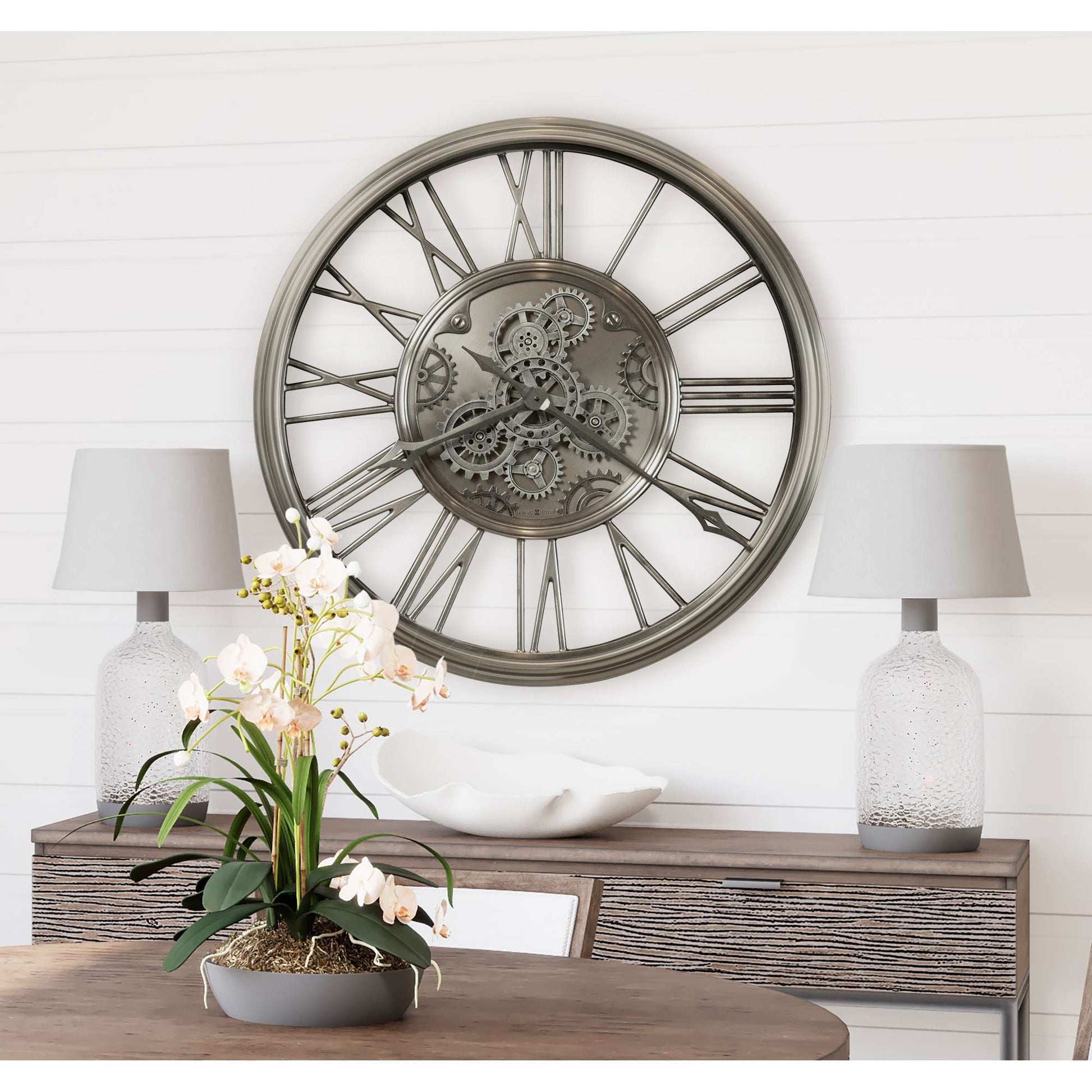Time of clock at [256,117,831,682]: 8:20
